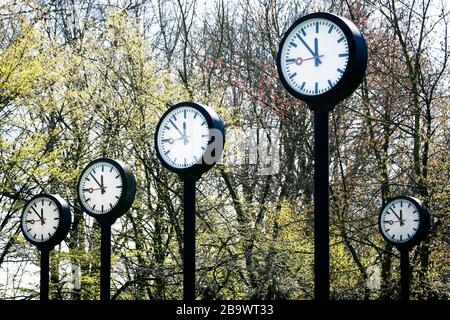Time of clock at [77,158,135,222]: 11:52
